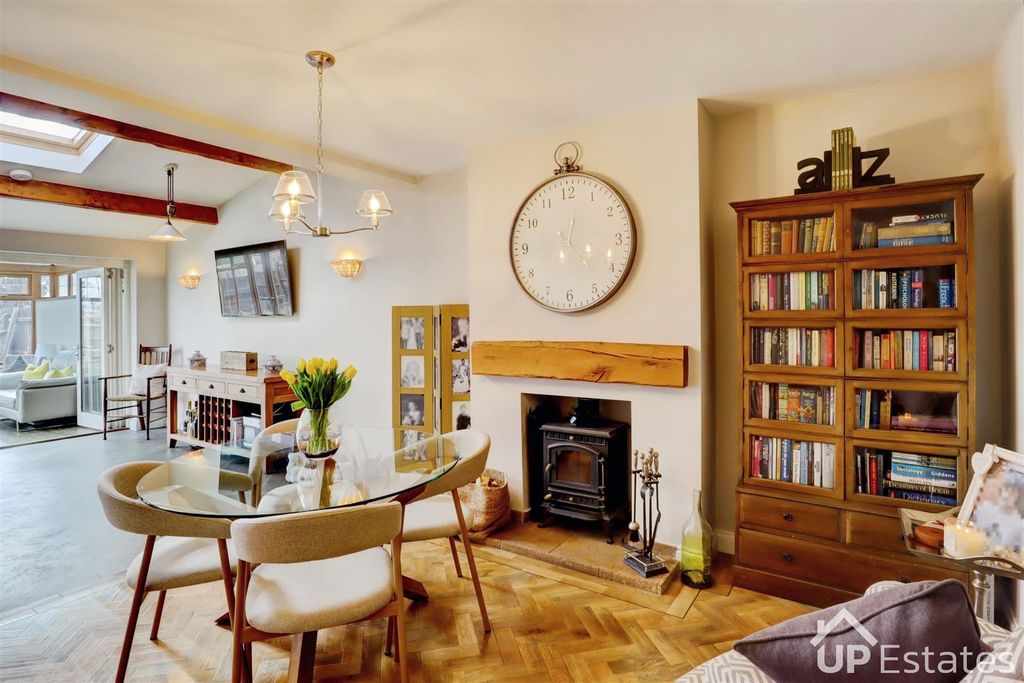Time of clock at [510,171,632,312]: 12:23
